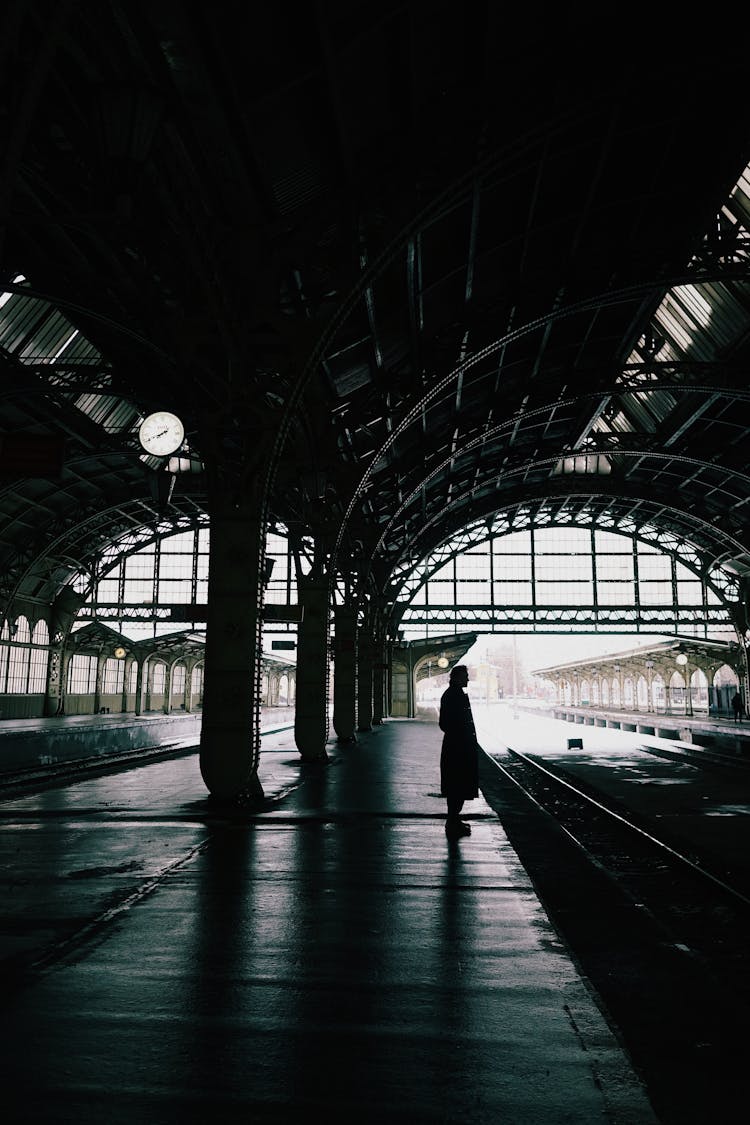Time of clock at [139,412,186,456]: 7:40
